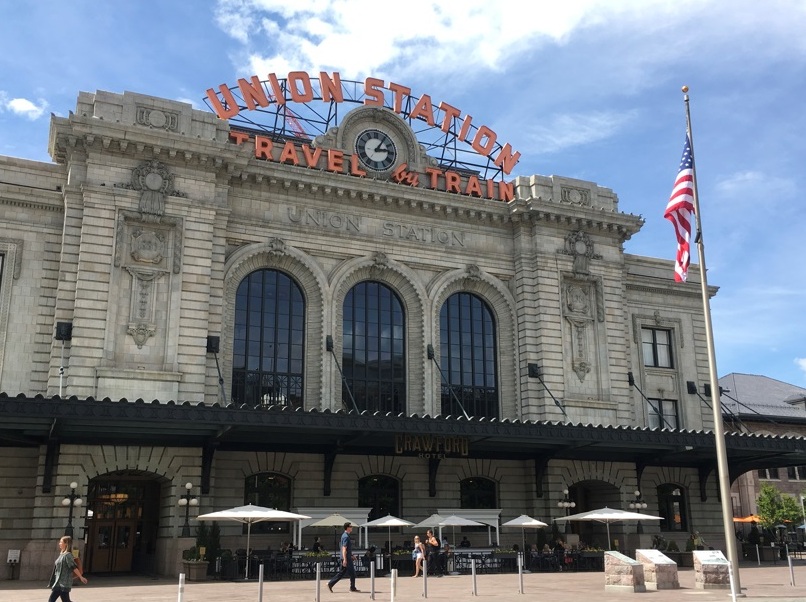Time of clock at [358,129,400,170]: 3:05
